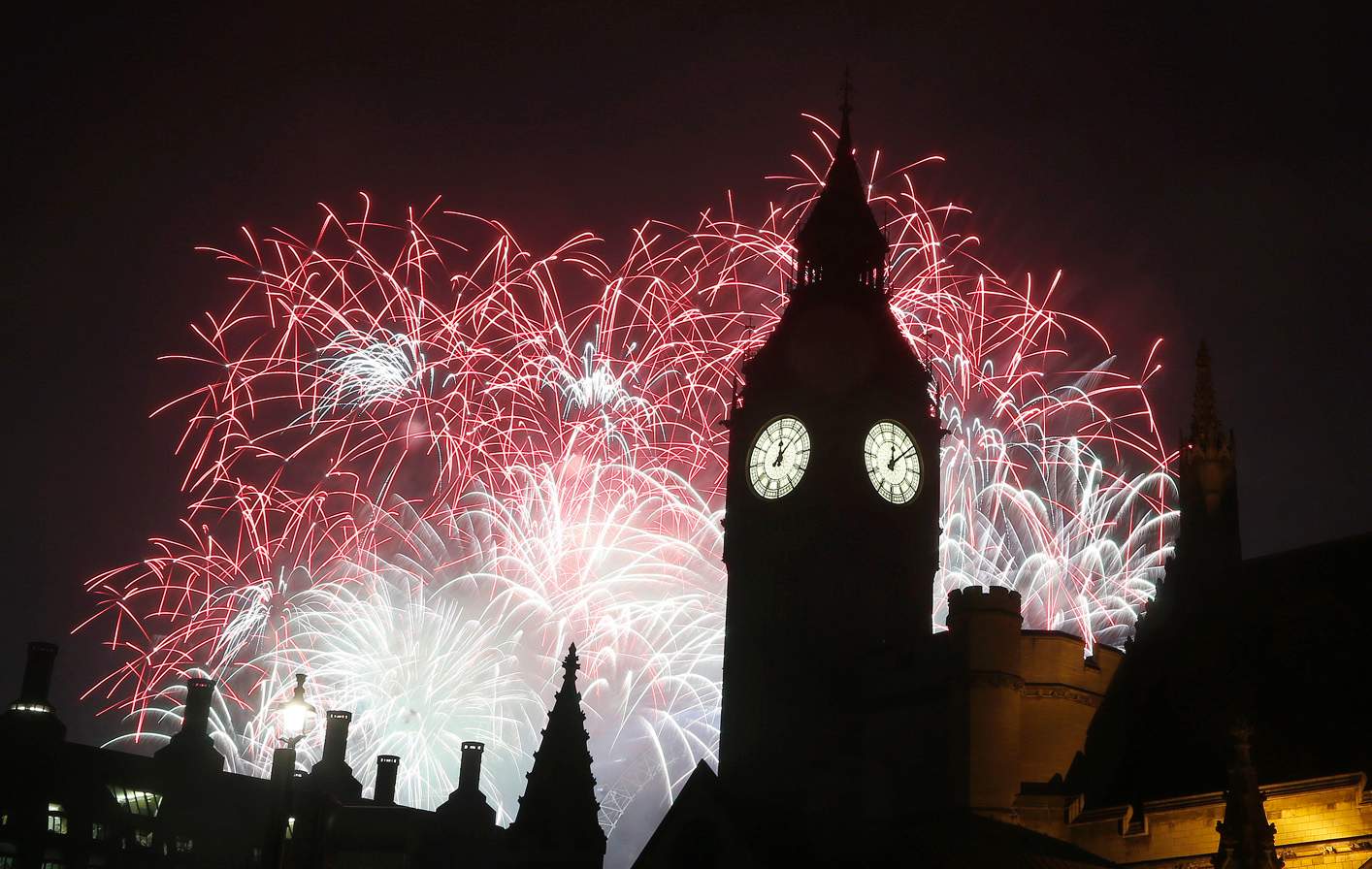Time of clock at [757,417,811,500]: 12:07
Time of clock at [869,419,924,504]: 12:07
